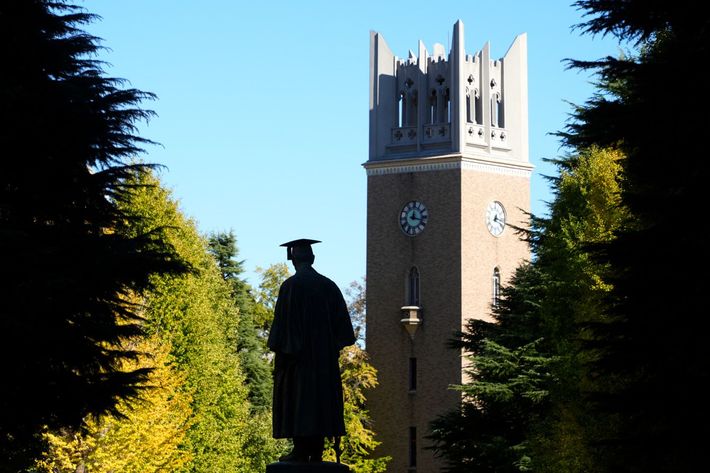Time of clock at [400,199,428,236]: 12:17
